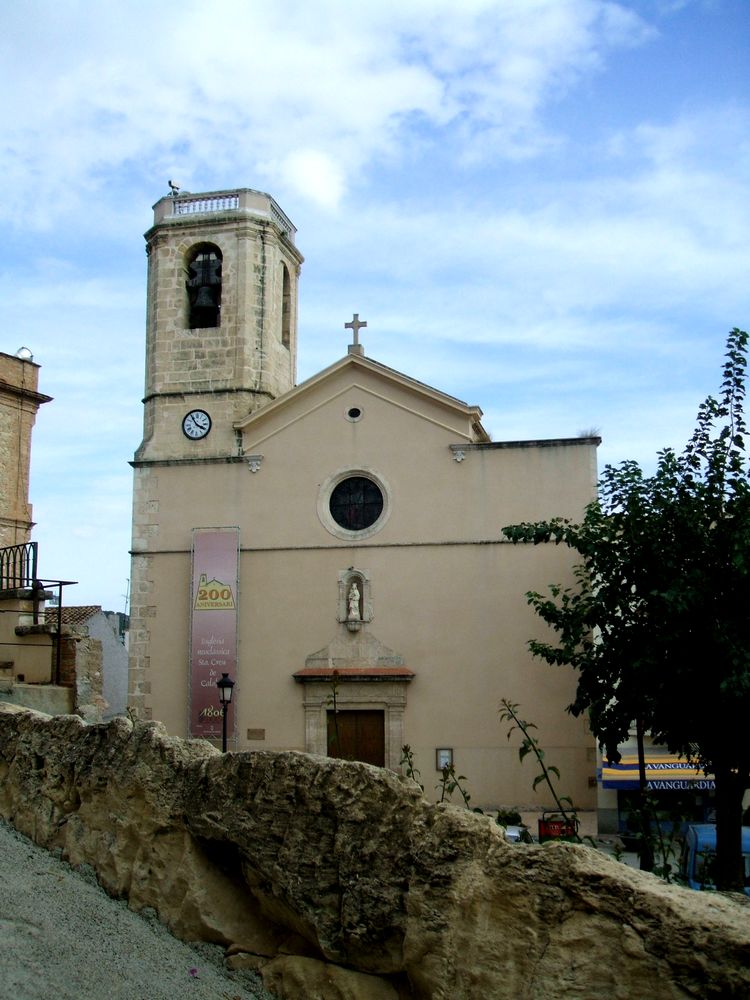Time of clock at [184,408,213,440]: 3:54
